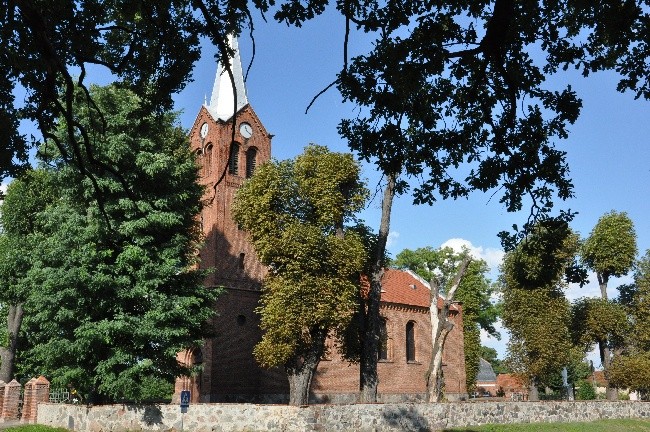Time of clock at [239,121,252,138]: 11:21
